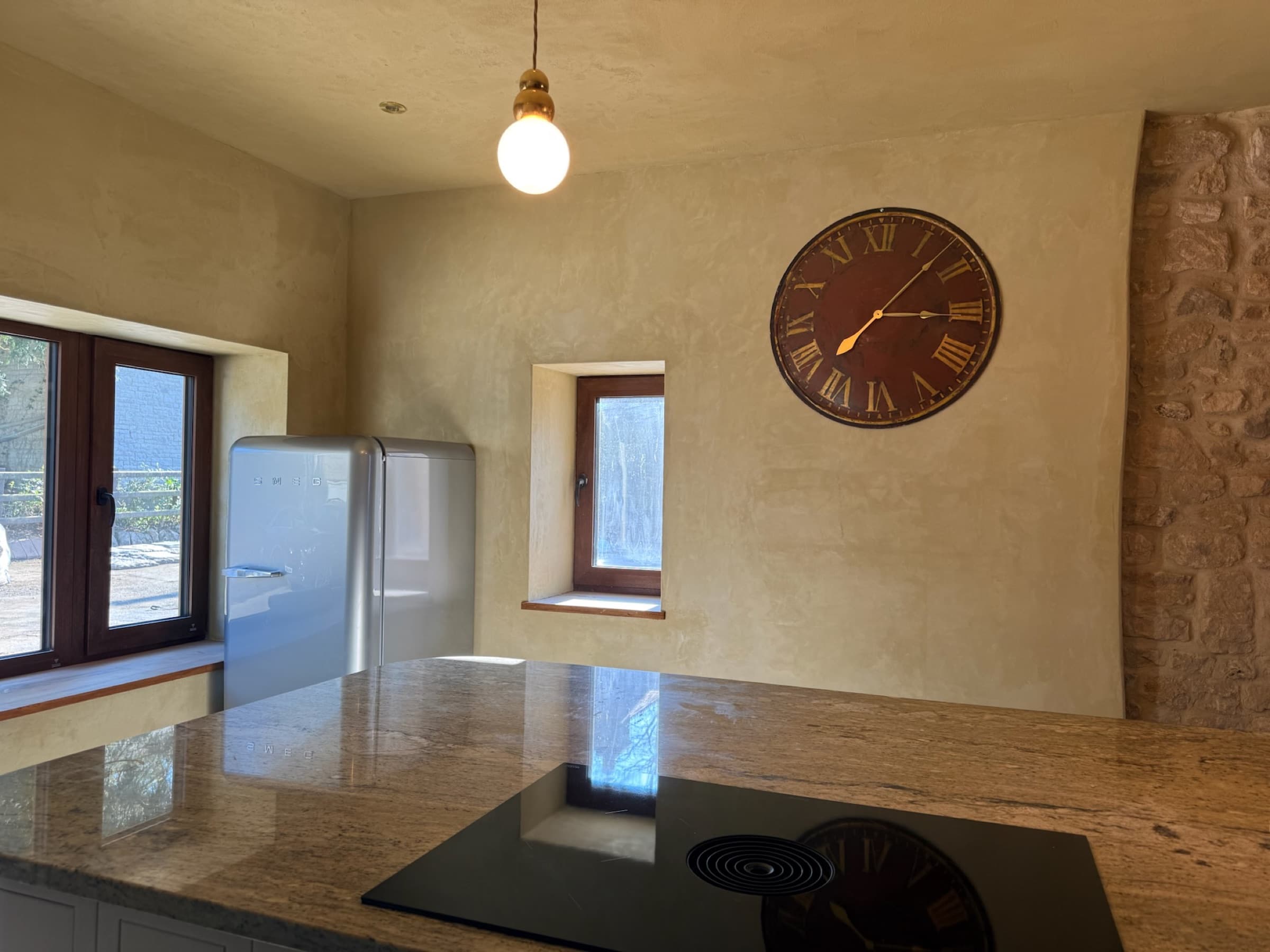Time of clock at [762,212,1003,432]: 3:07
